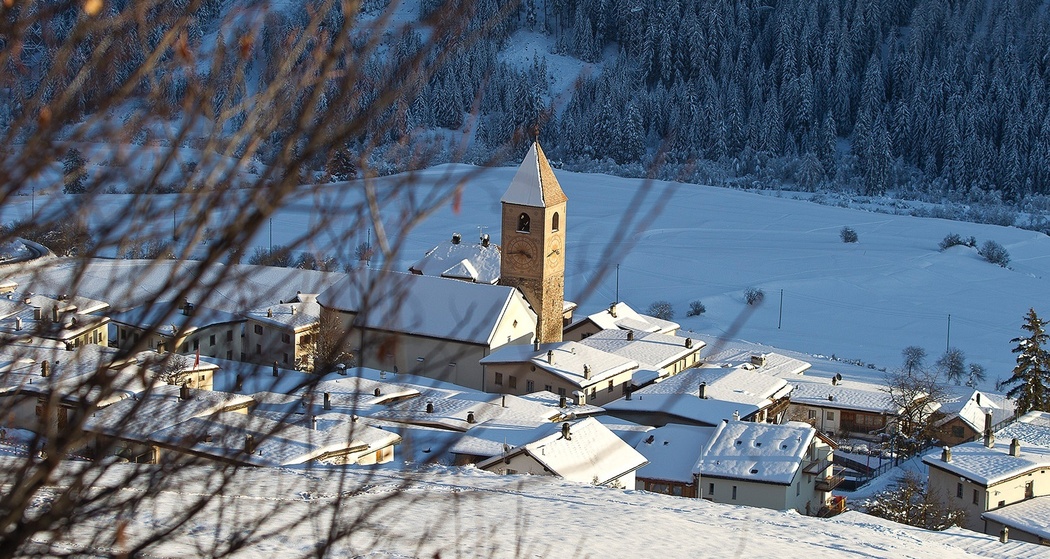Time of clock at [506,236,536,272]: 3:43
